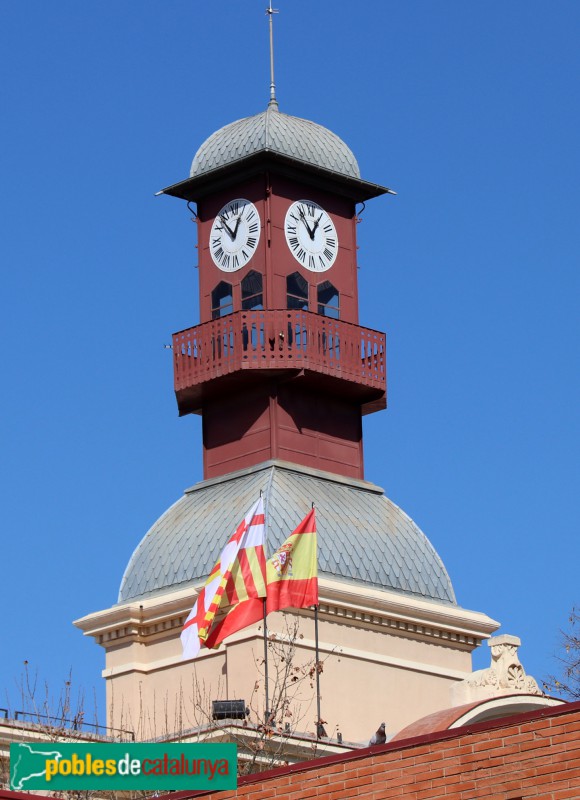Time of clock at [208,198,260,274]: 12:53
